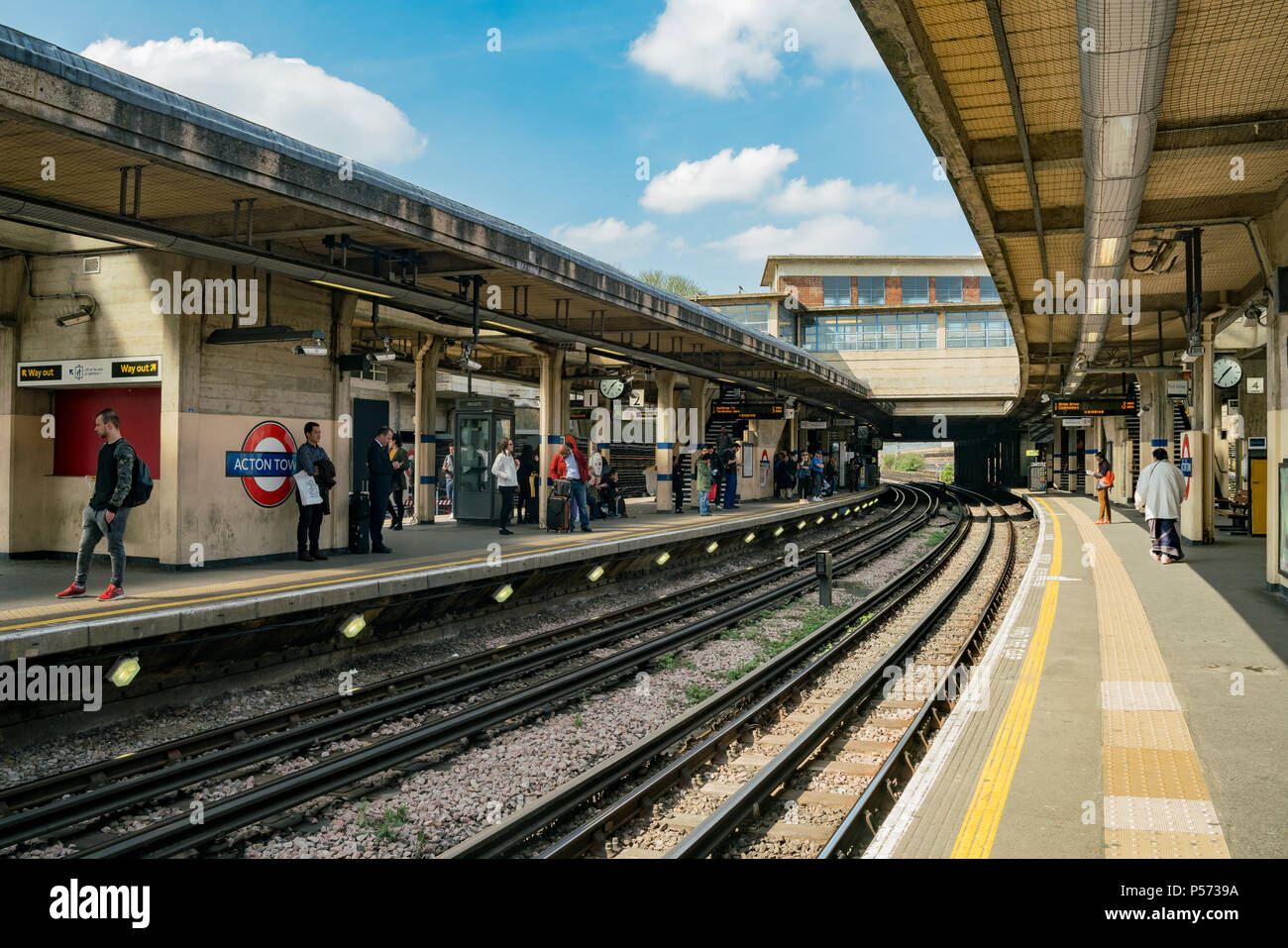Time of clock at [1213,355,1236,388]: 1:36
